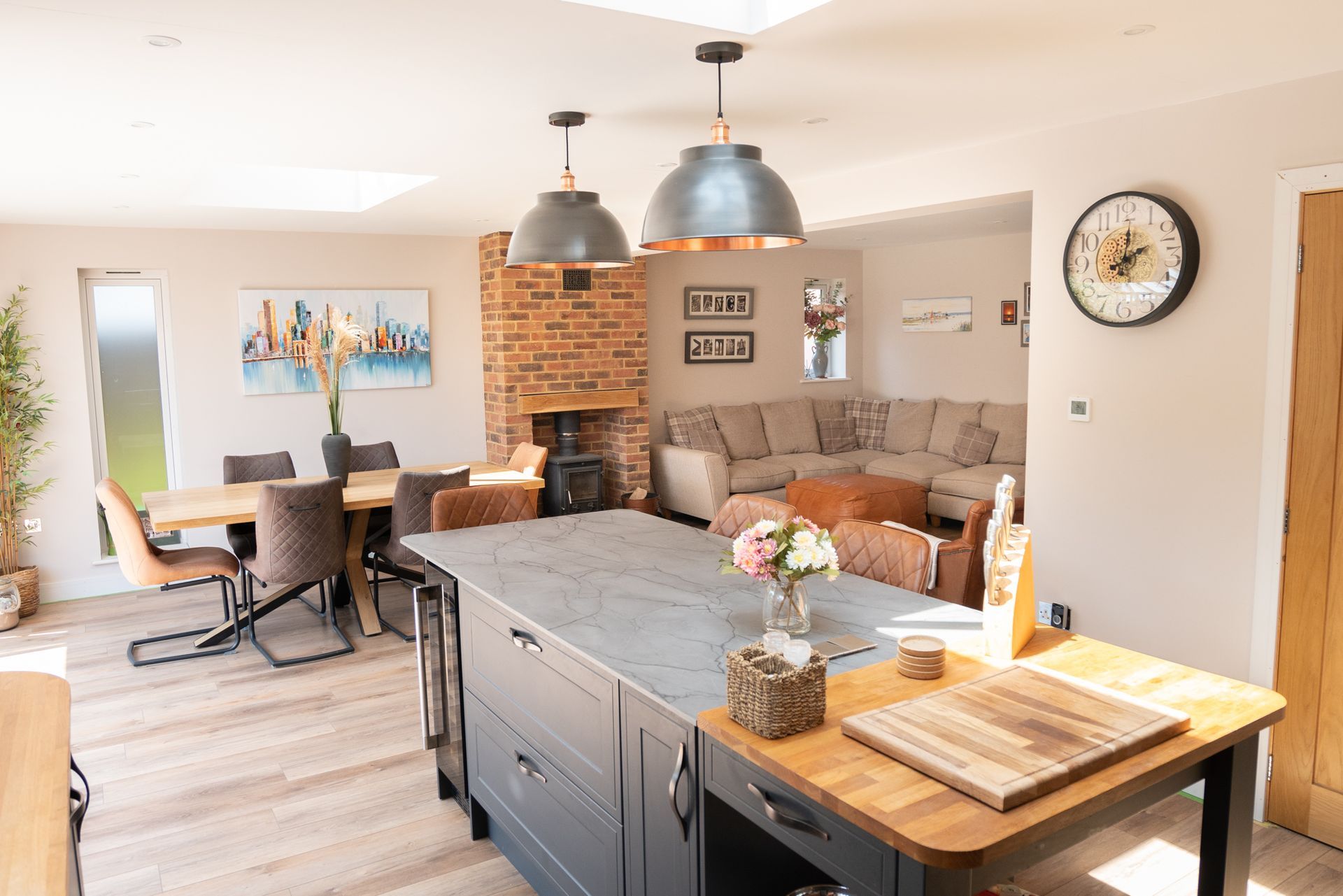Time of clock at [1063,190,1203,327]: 8:01
